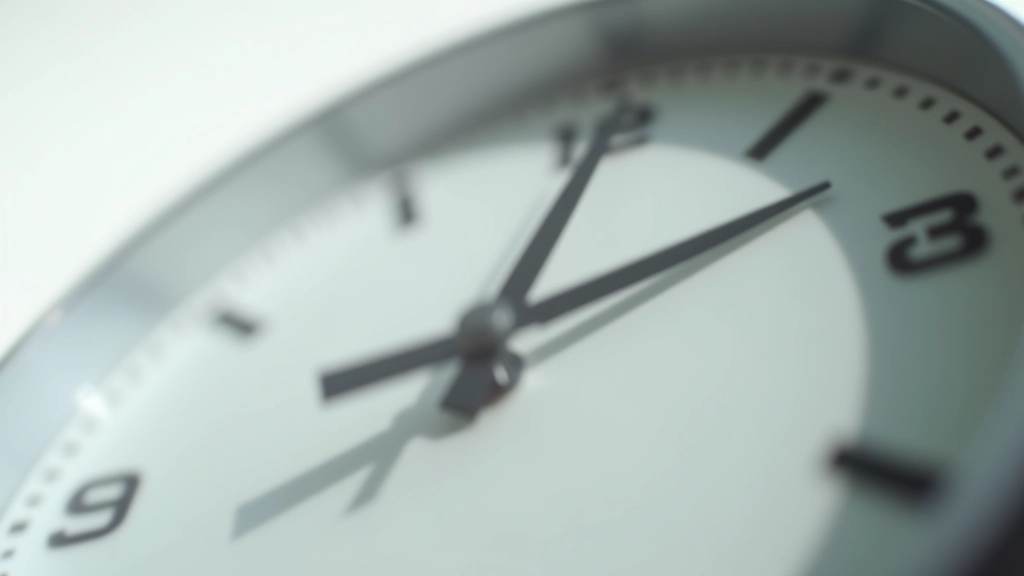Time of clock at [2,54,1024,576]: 12:07
